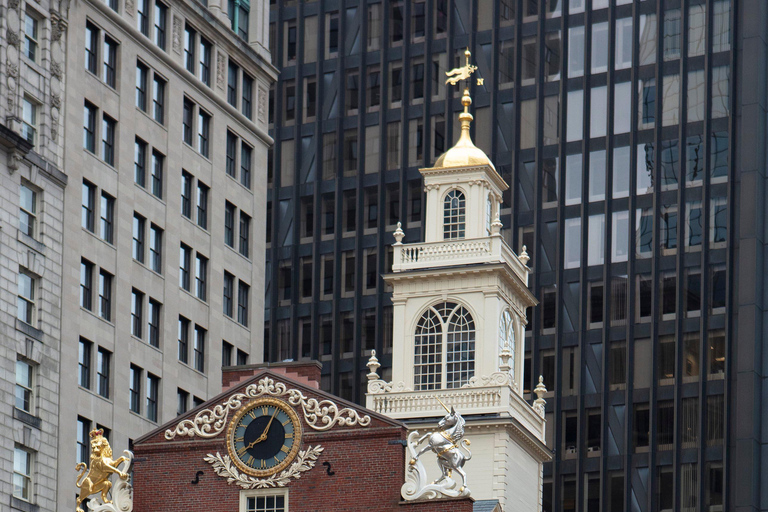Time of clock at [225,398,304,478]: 8:04
